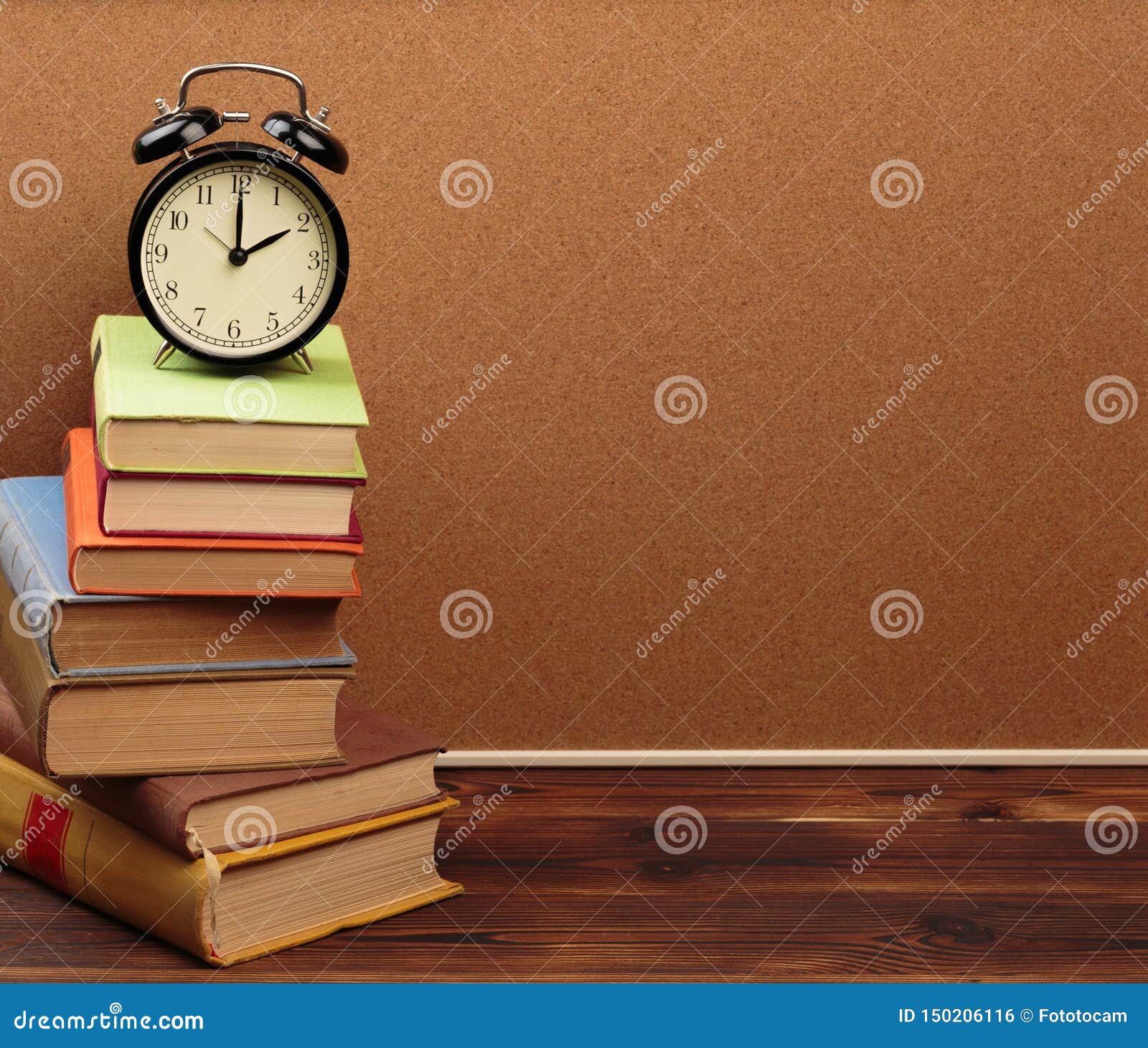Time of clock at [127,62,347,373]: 2:00
